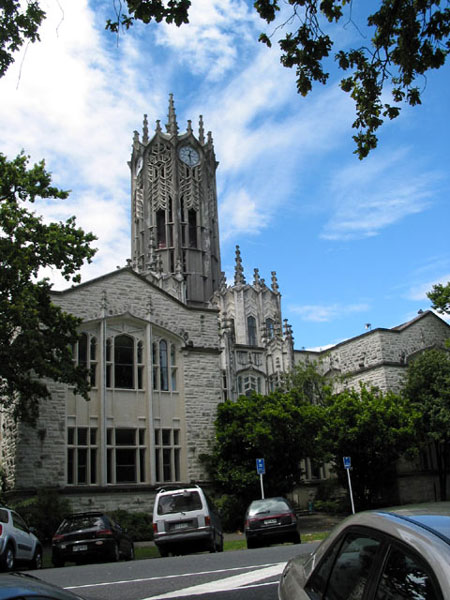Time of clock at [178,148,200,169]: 12:28
